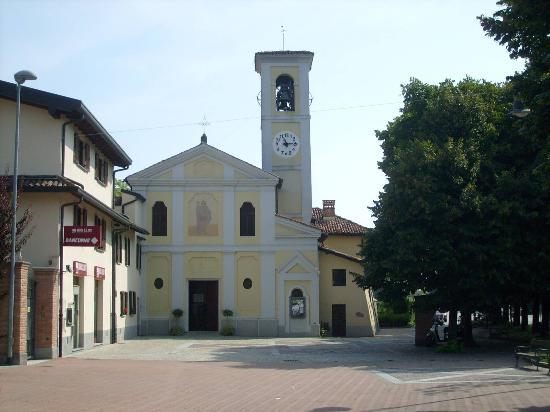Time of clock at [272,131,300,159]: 11:13
